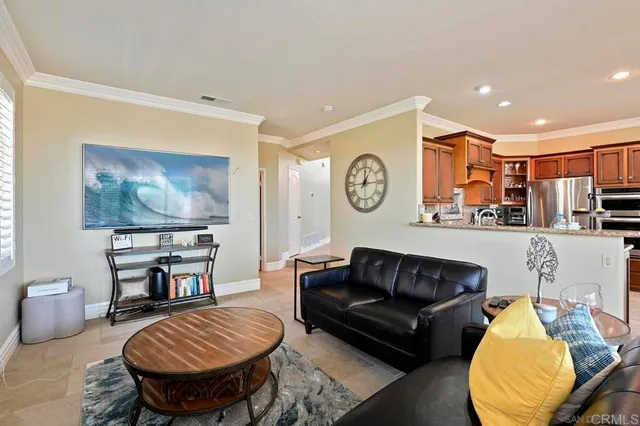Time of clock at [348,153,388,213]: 1:00
